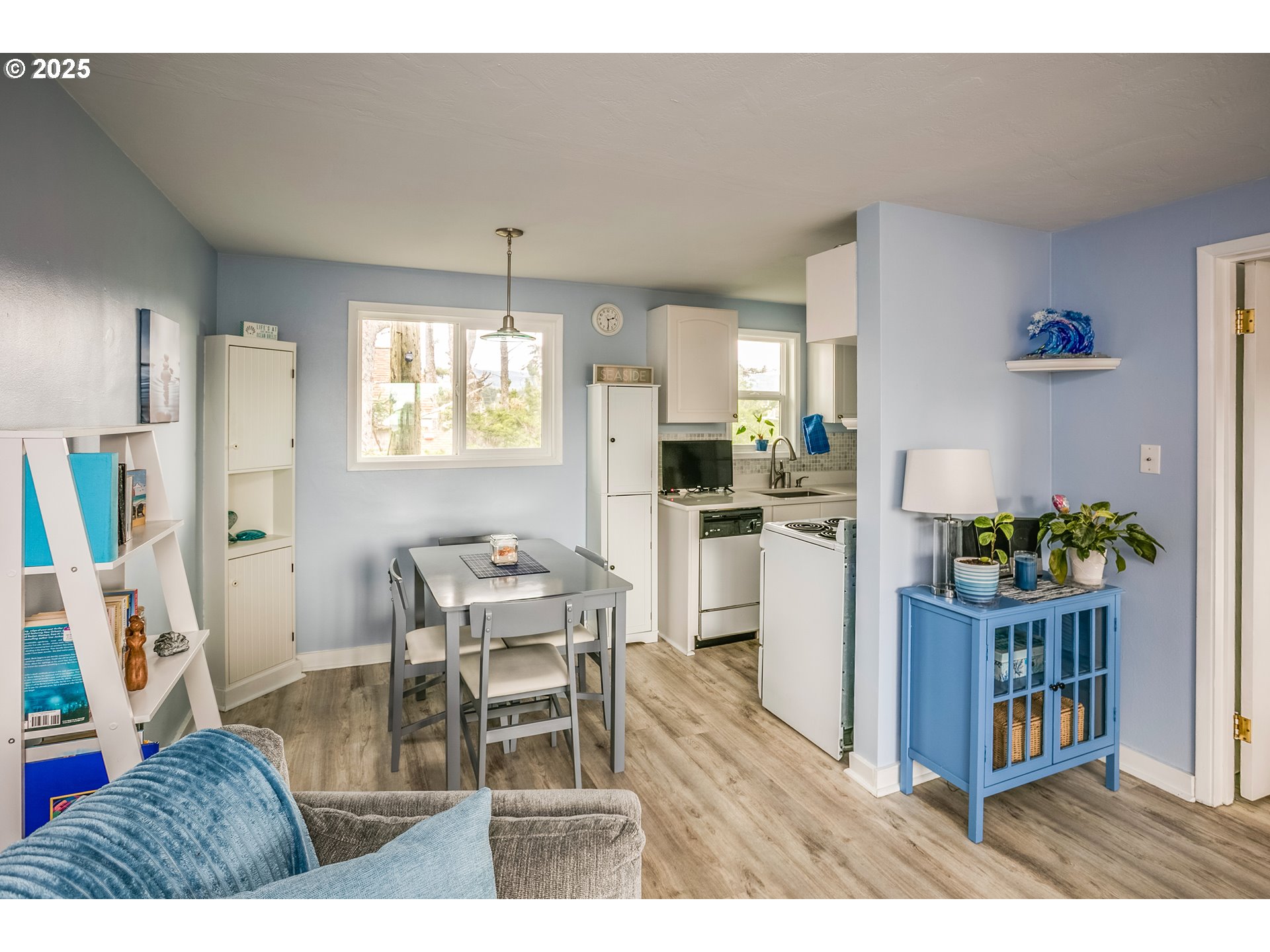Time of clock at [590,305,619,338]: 2:29
